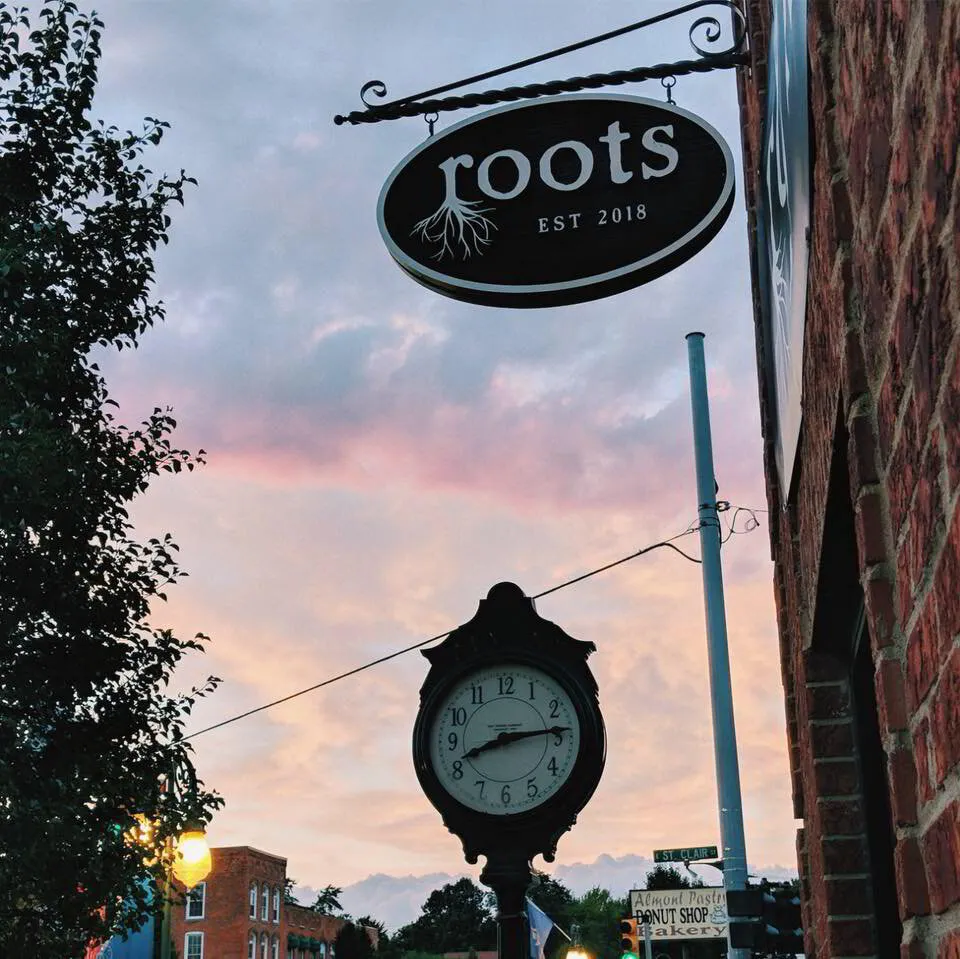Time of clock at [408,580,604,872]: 8:14
